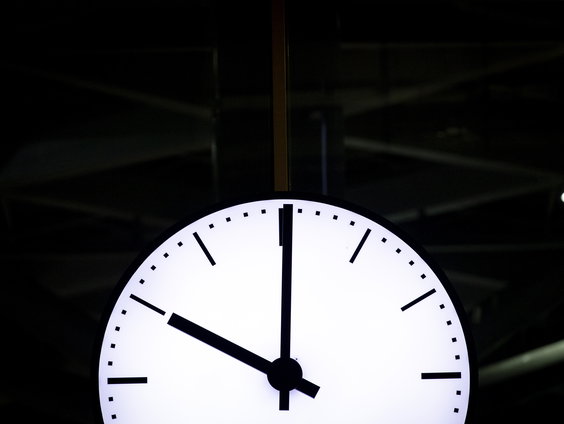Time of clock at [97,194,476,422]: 10:00
